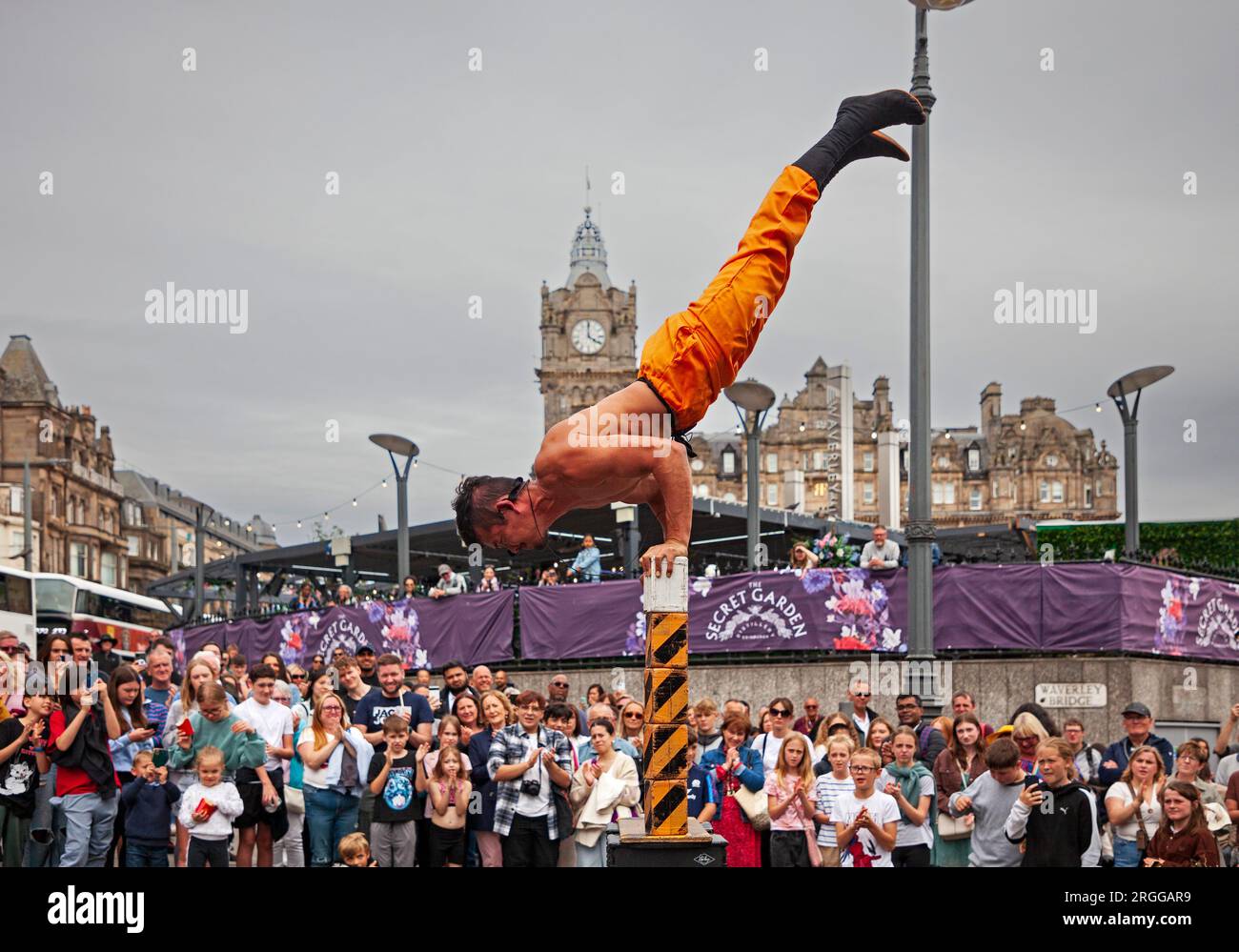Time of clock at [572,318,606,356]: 4:00
